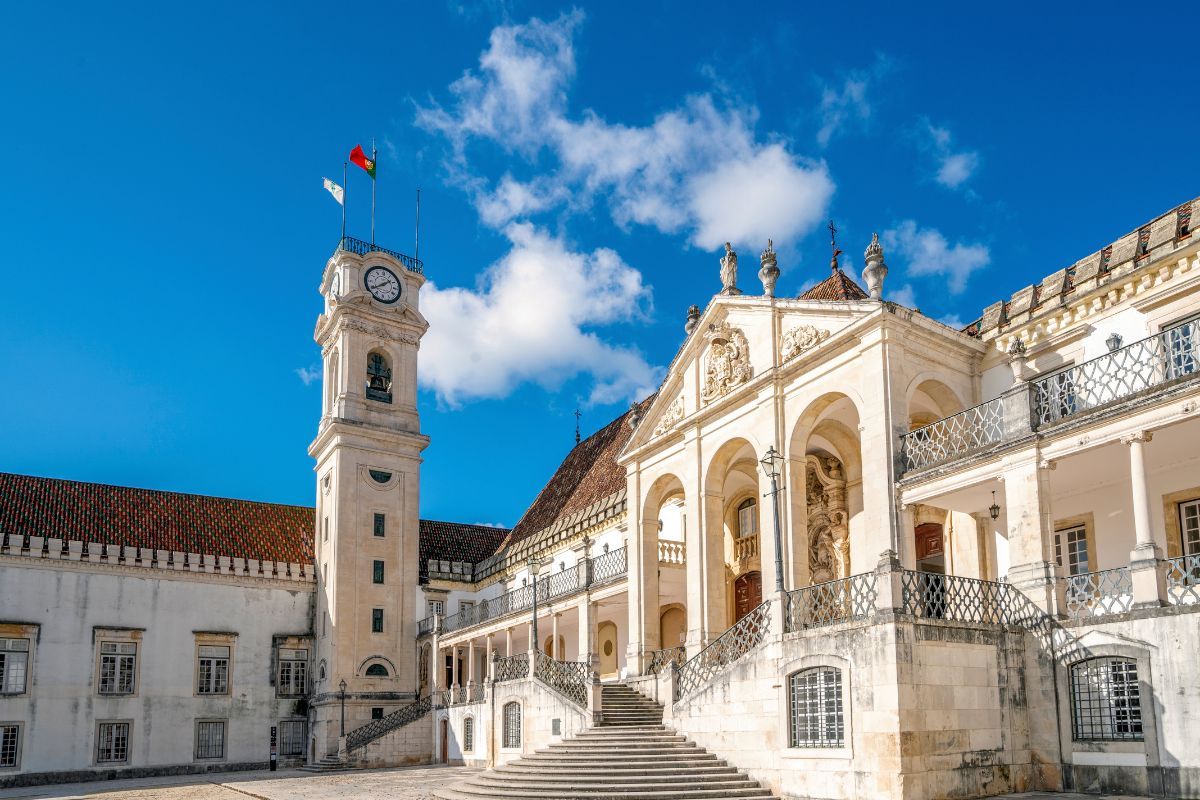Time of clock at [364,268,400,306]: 1:39
